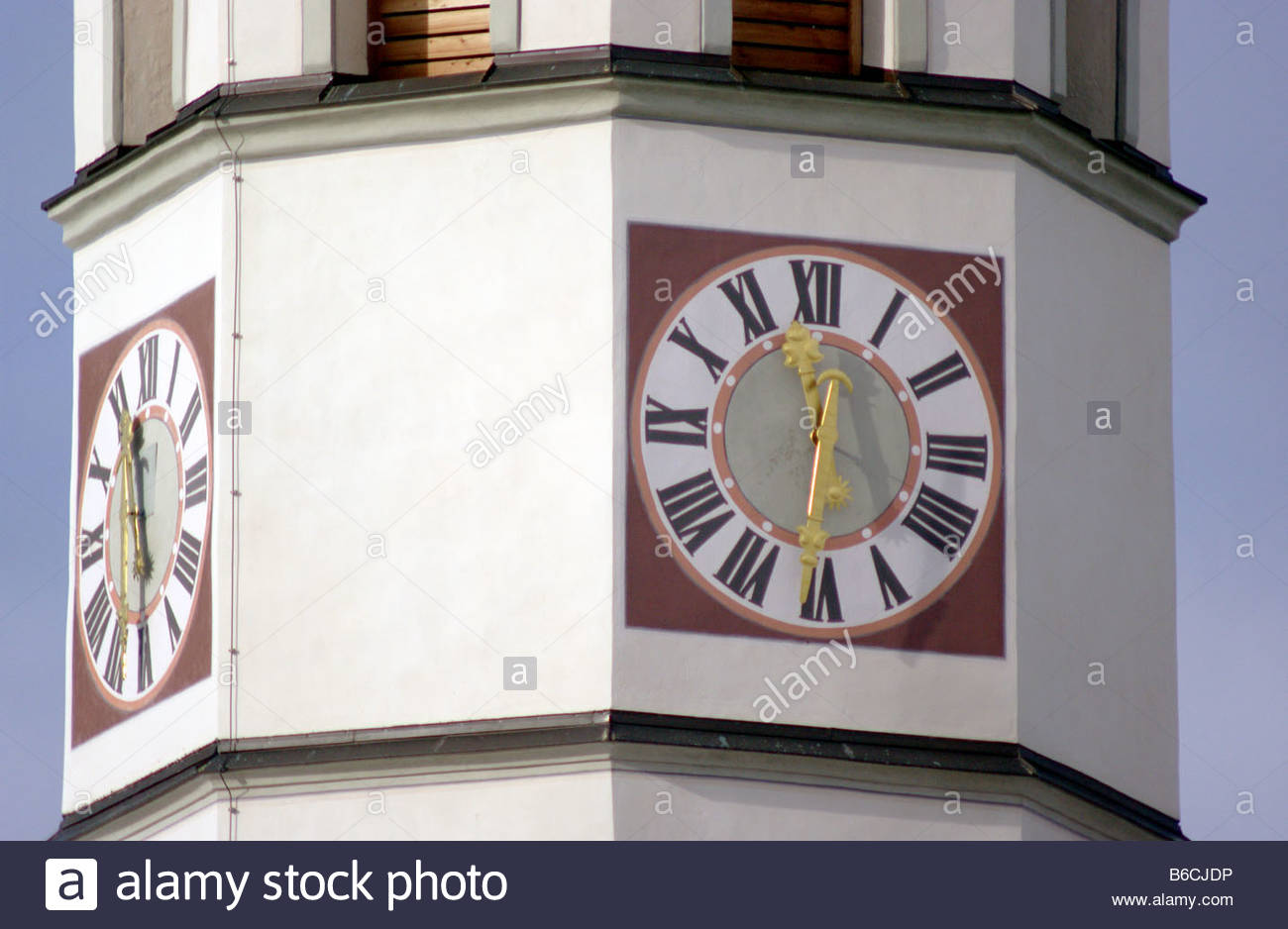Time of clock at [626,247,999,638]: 12:30
